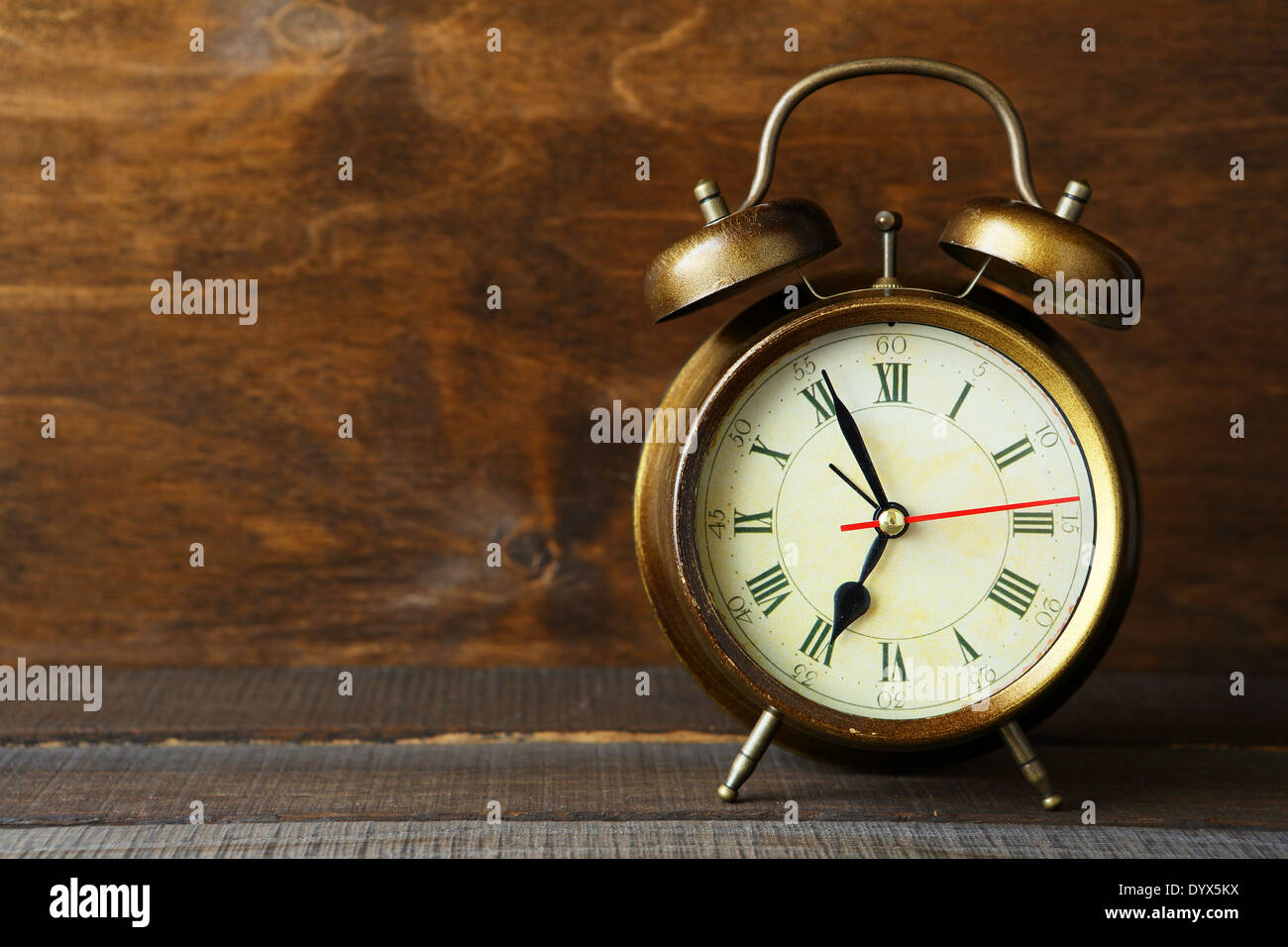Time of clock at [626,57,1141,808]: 6:55
